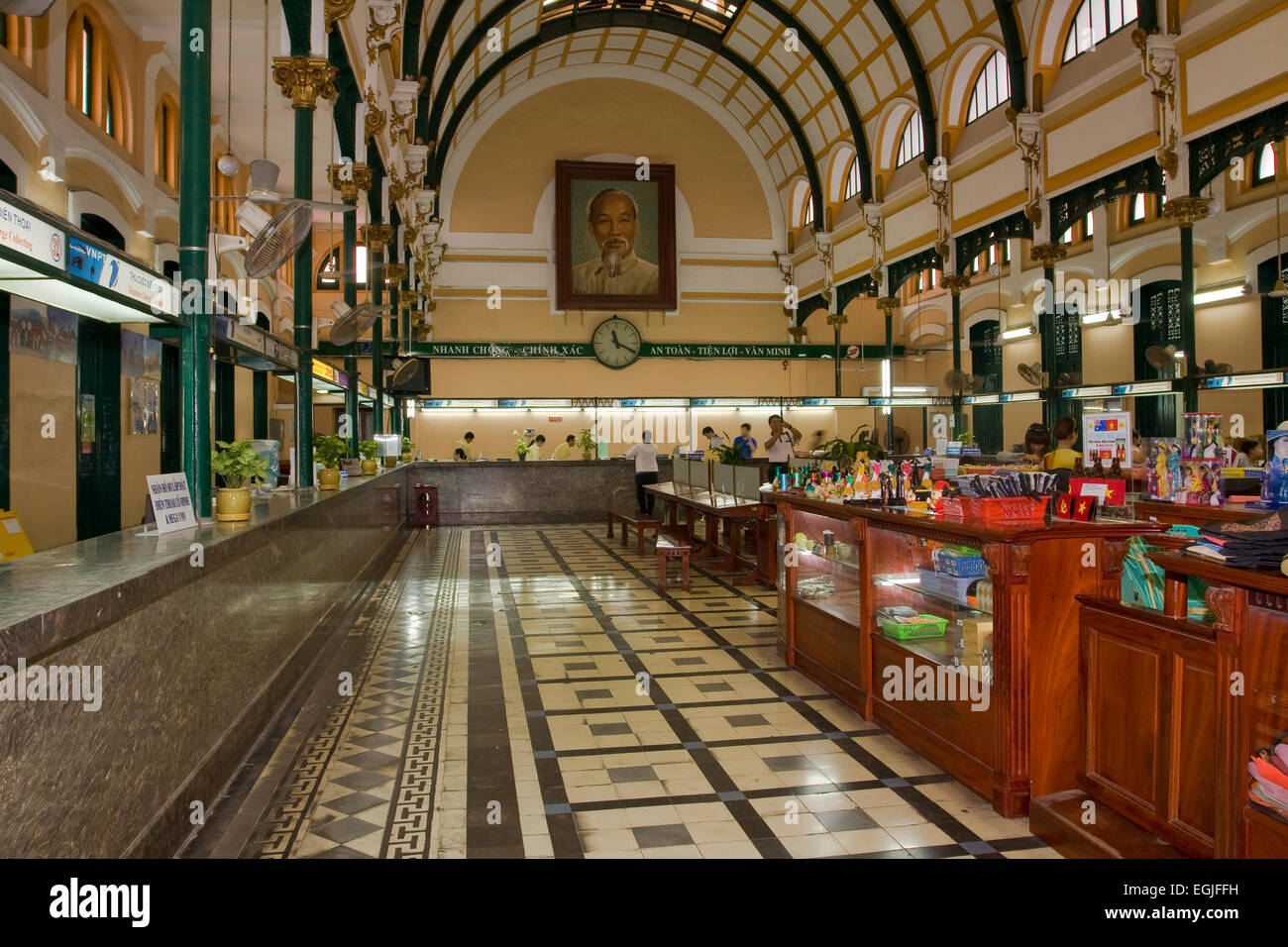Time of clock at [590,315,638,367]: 11:19
